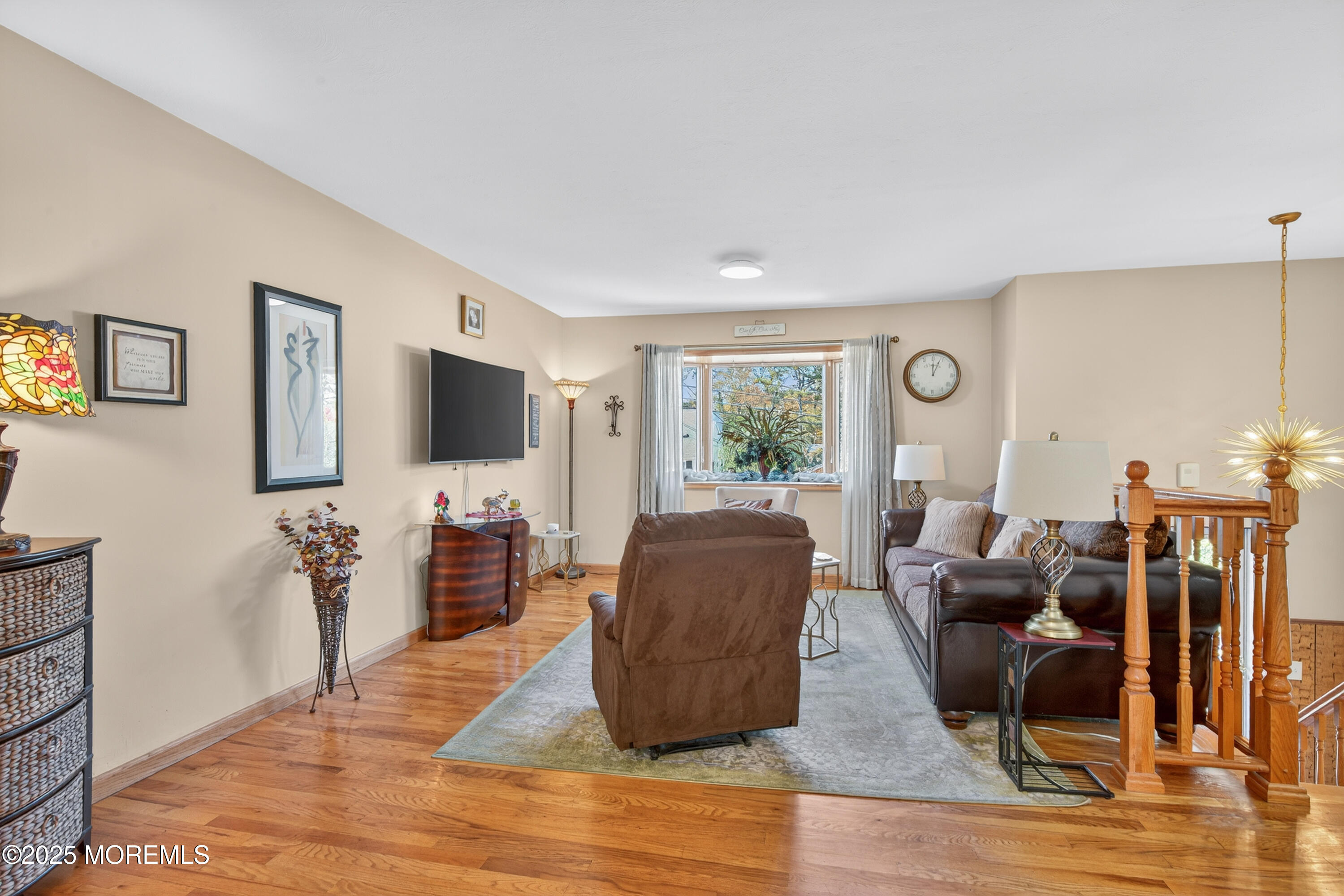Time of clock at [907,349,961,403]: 12:03
